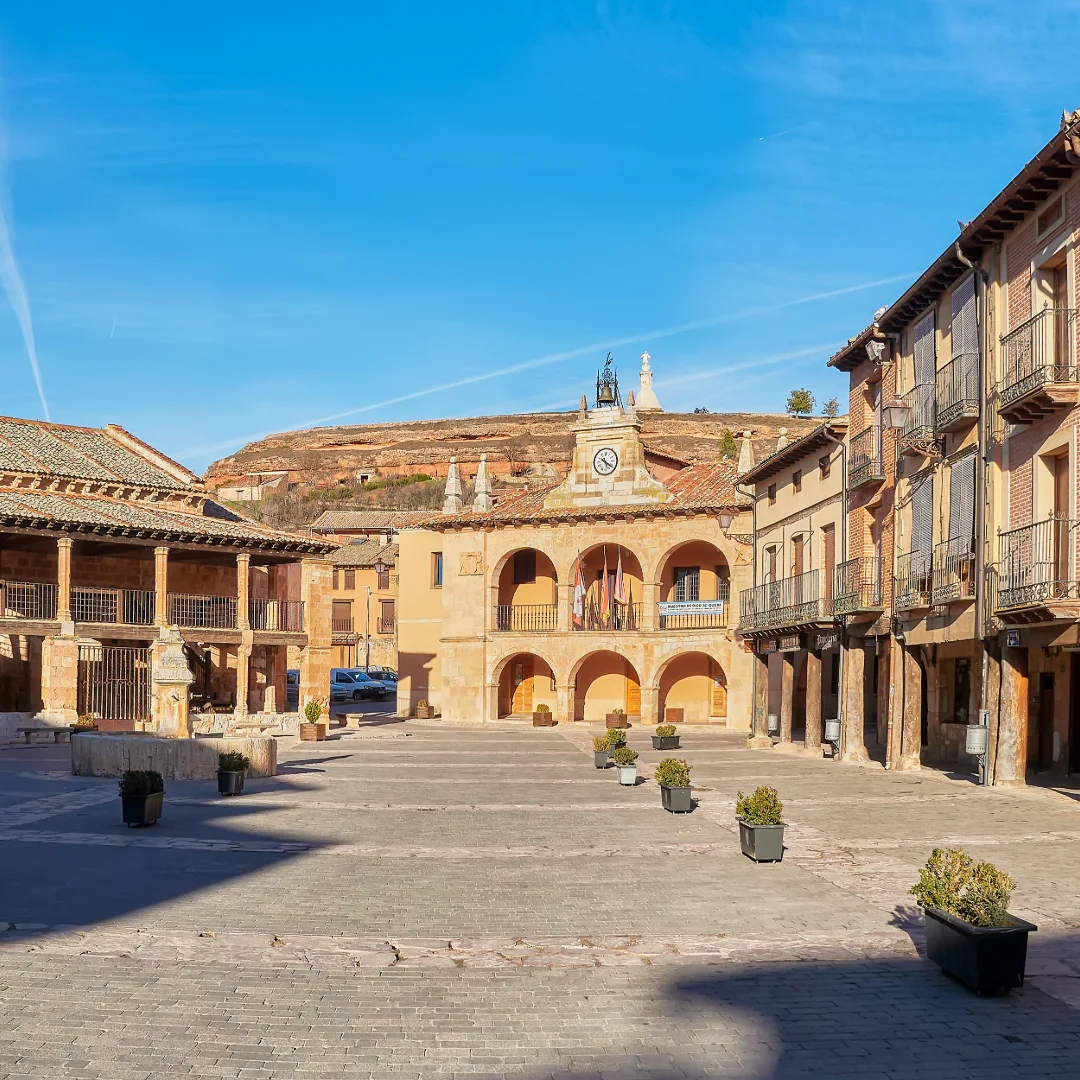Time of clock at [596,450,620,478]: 5:21
